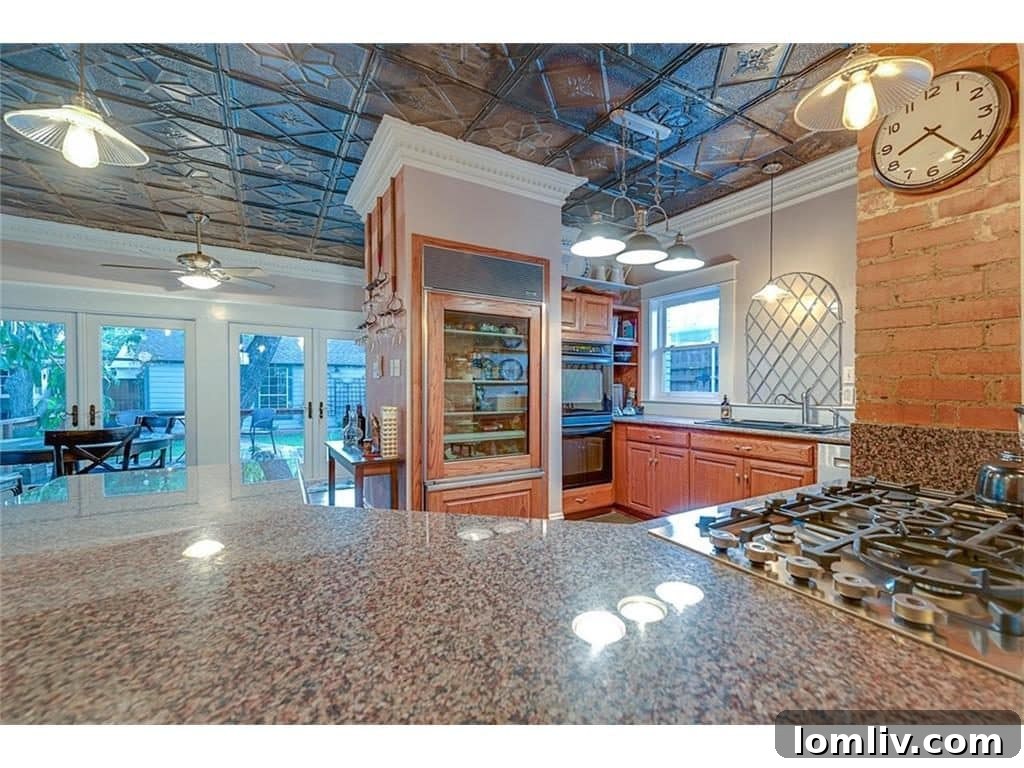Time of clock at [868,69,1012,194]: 8:23
